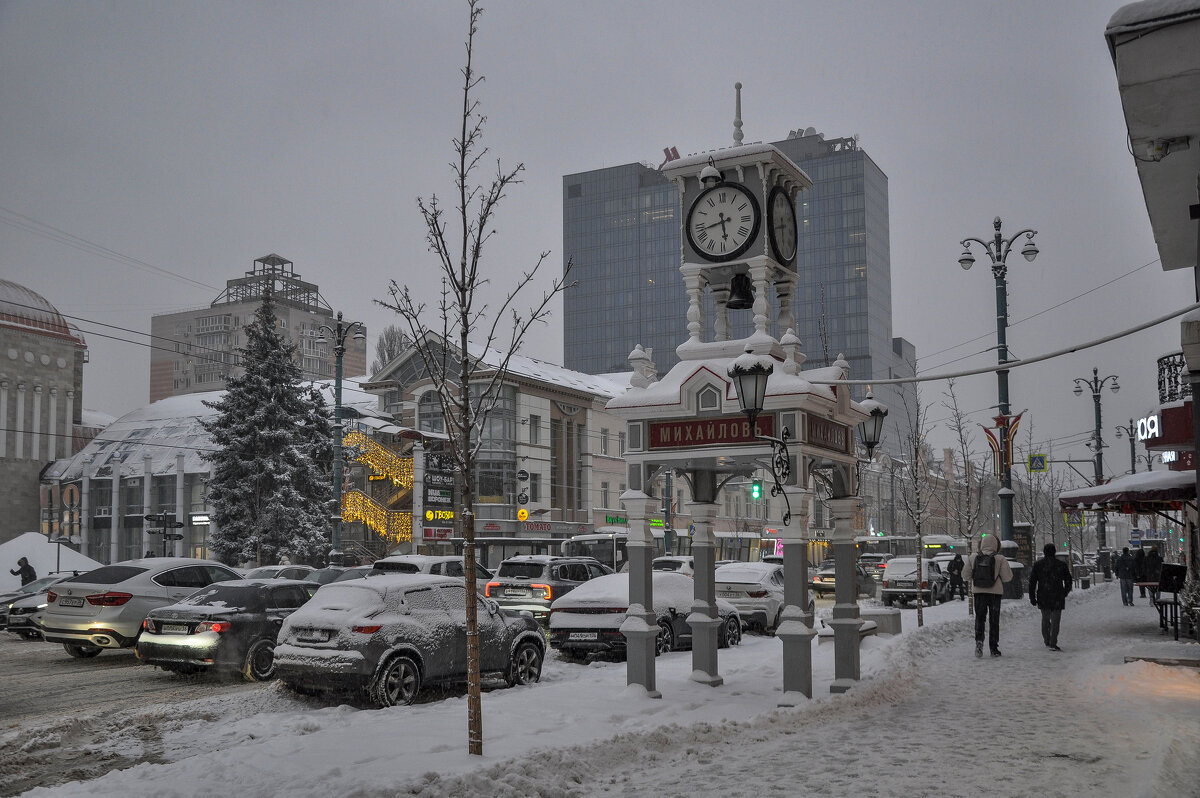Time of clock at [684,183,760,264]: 5:42
